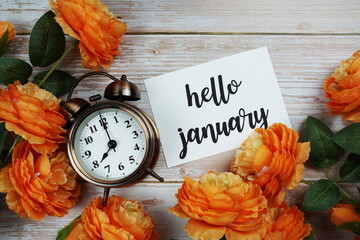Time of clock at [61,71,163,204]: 7:00
